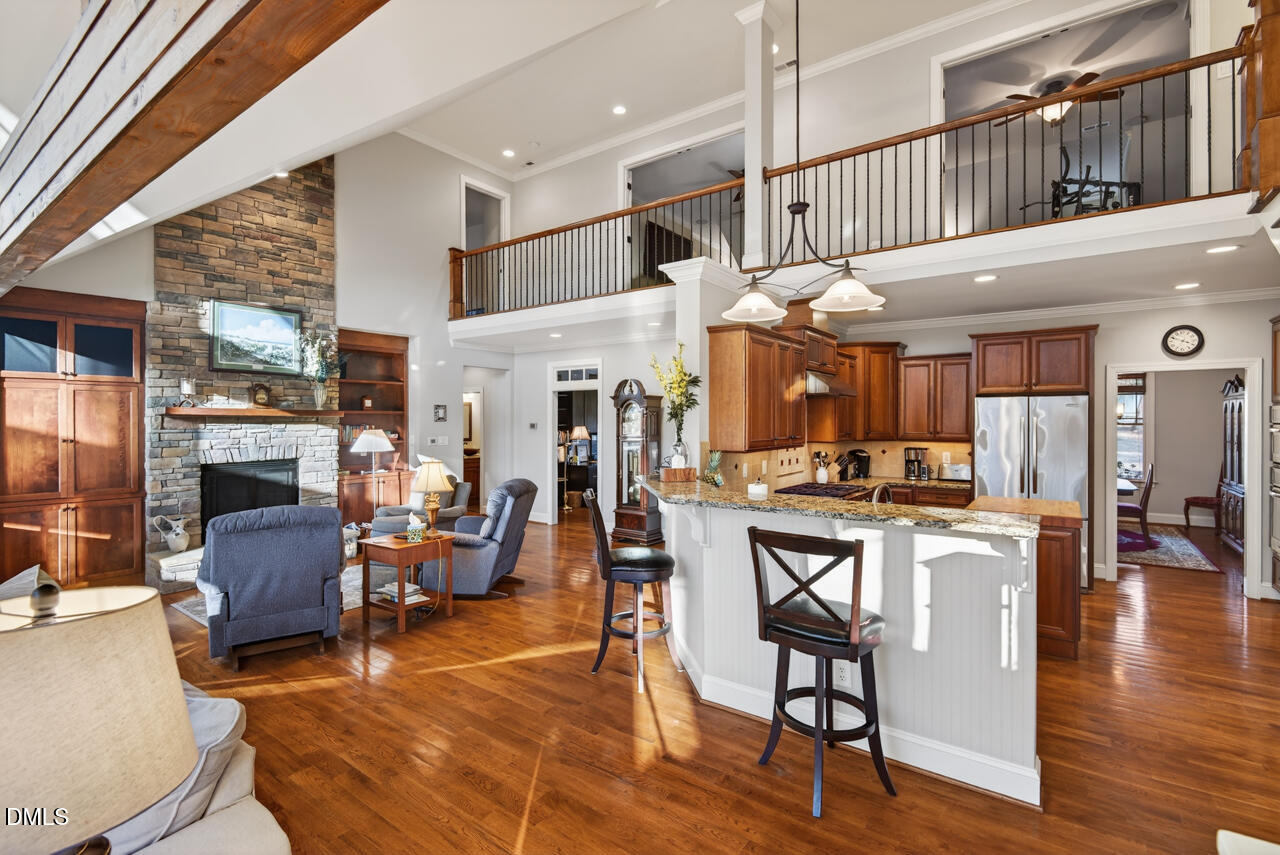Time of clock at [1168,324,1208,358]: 3:48
